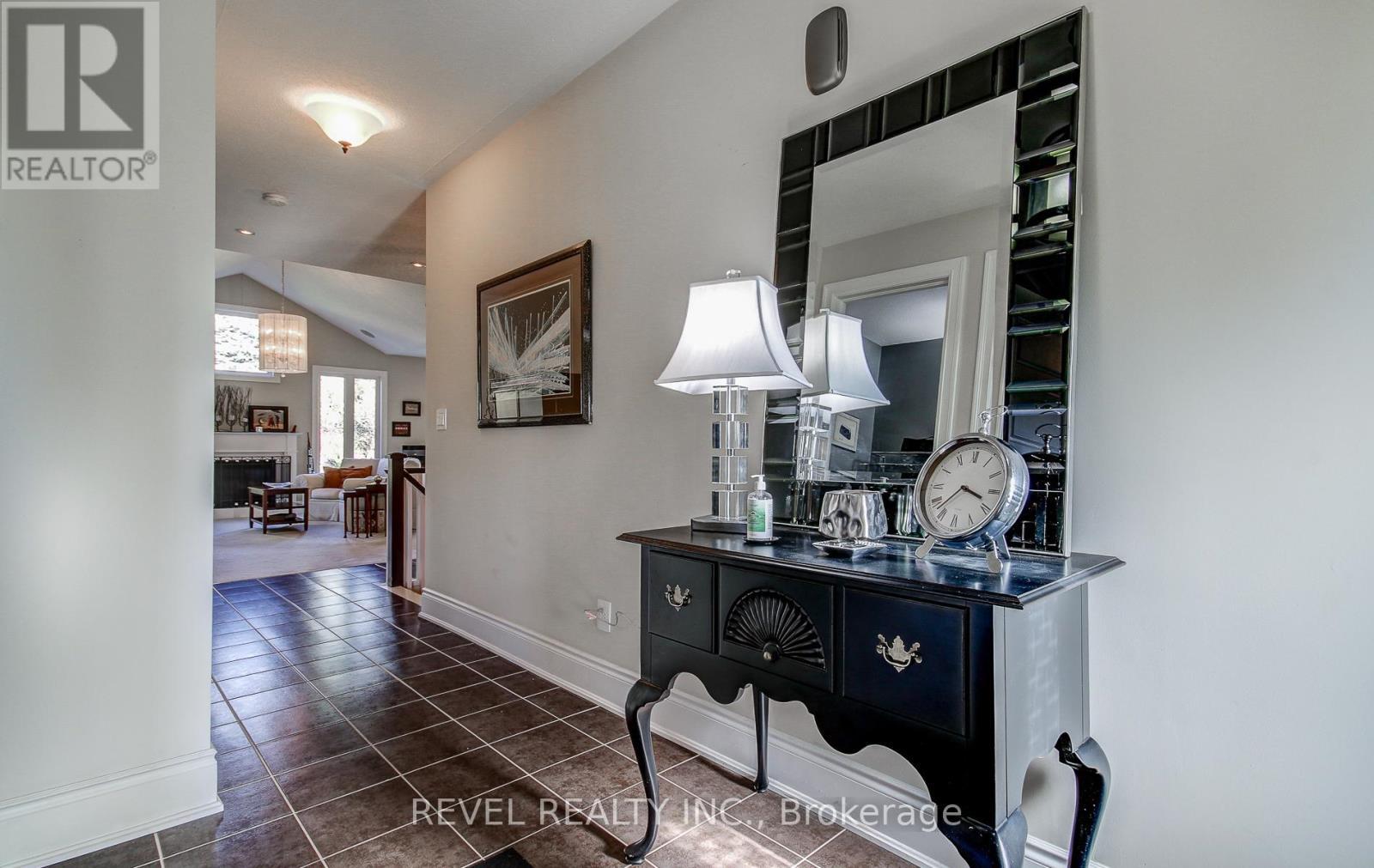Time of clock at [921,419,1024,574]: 3:37
